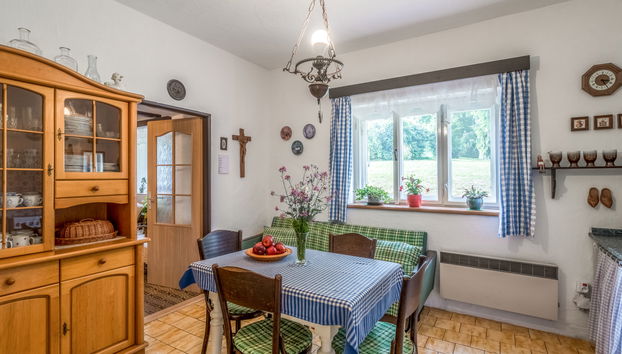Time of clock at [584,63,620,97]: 3:24
